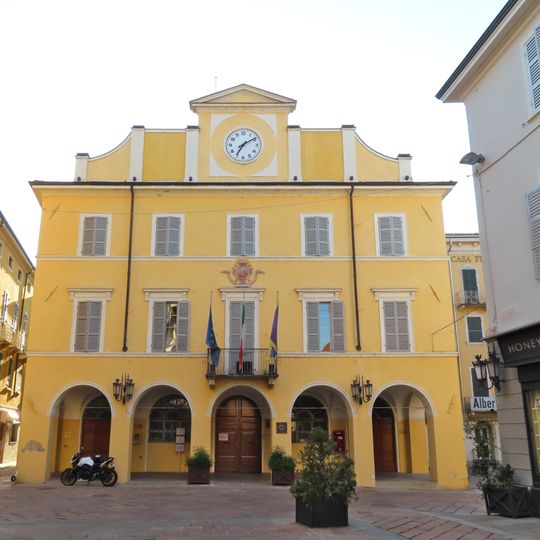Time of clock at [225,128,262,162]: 7:09
